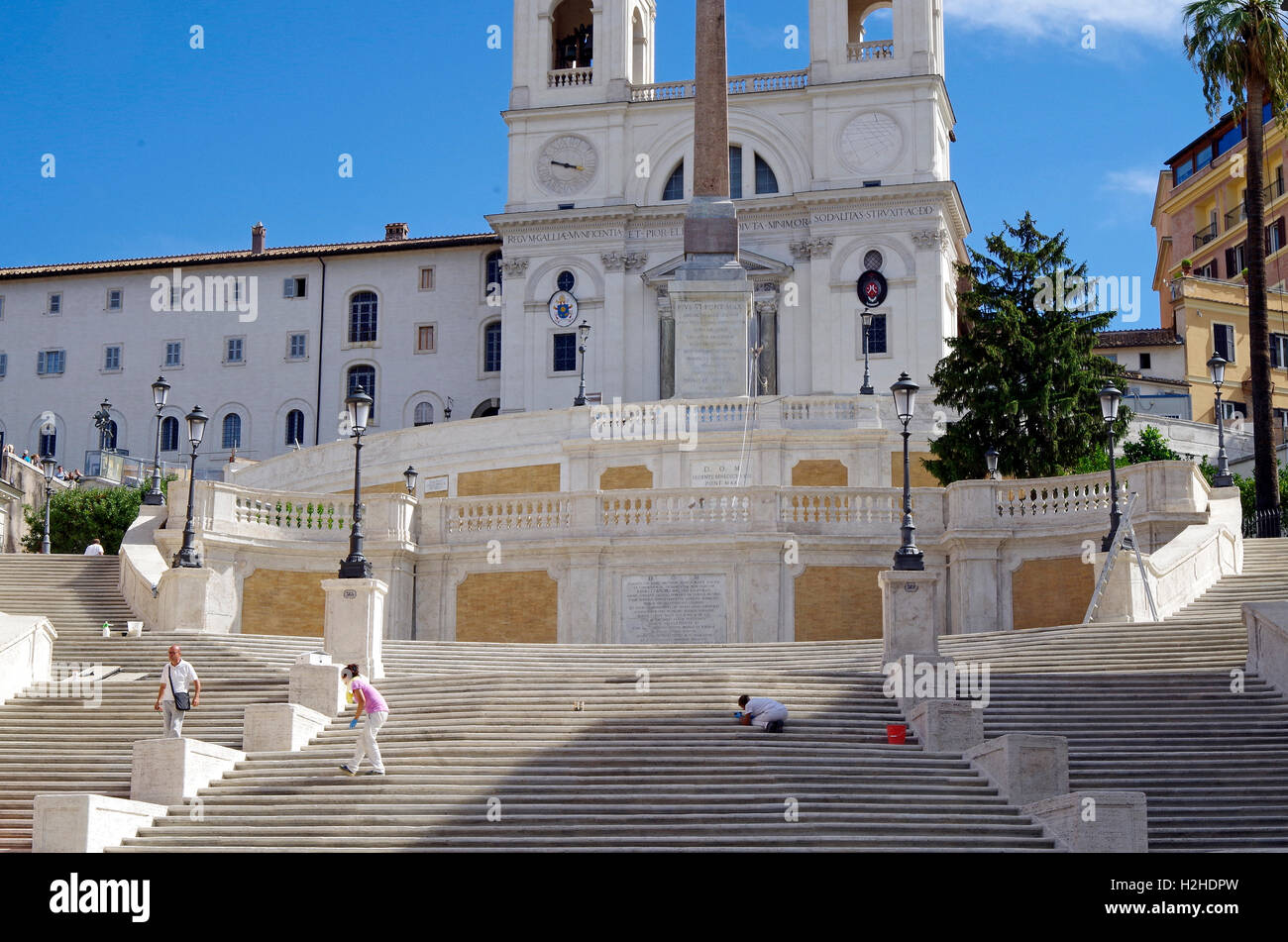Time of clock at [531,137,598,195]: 9:17
